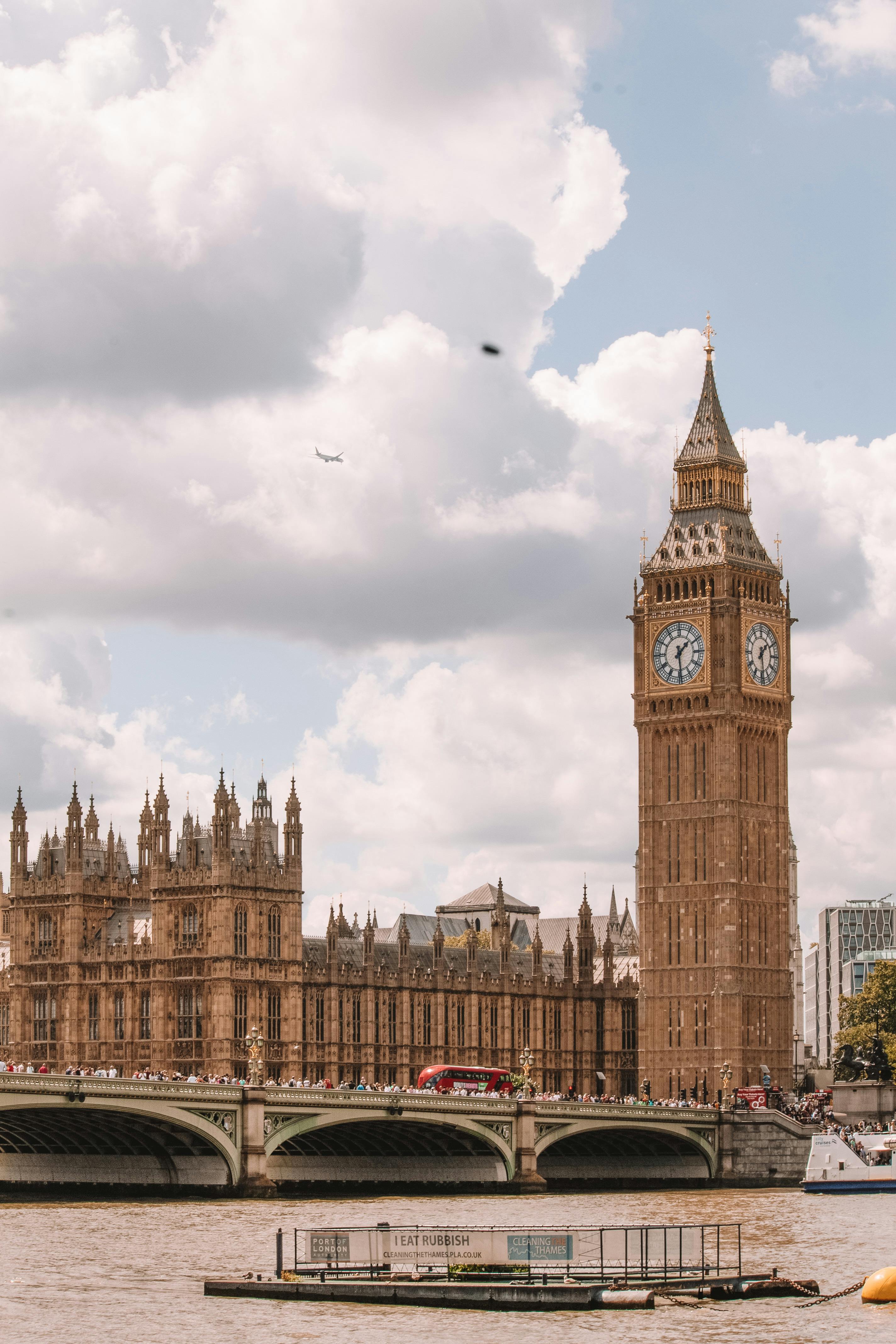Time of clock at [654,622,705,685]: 1:28
